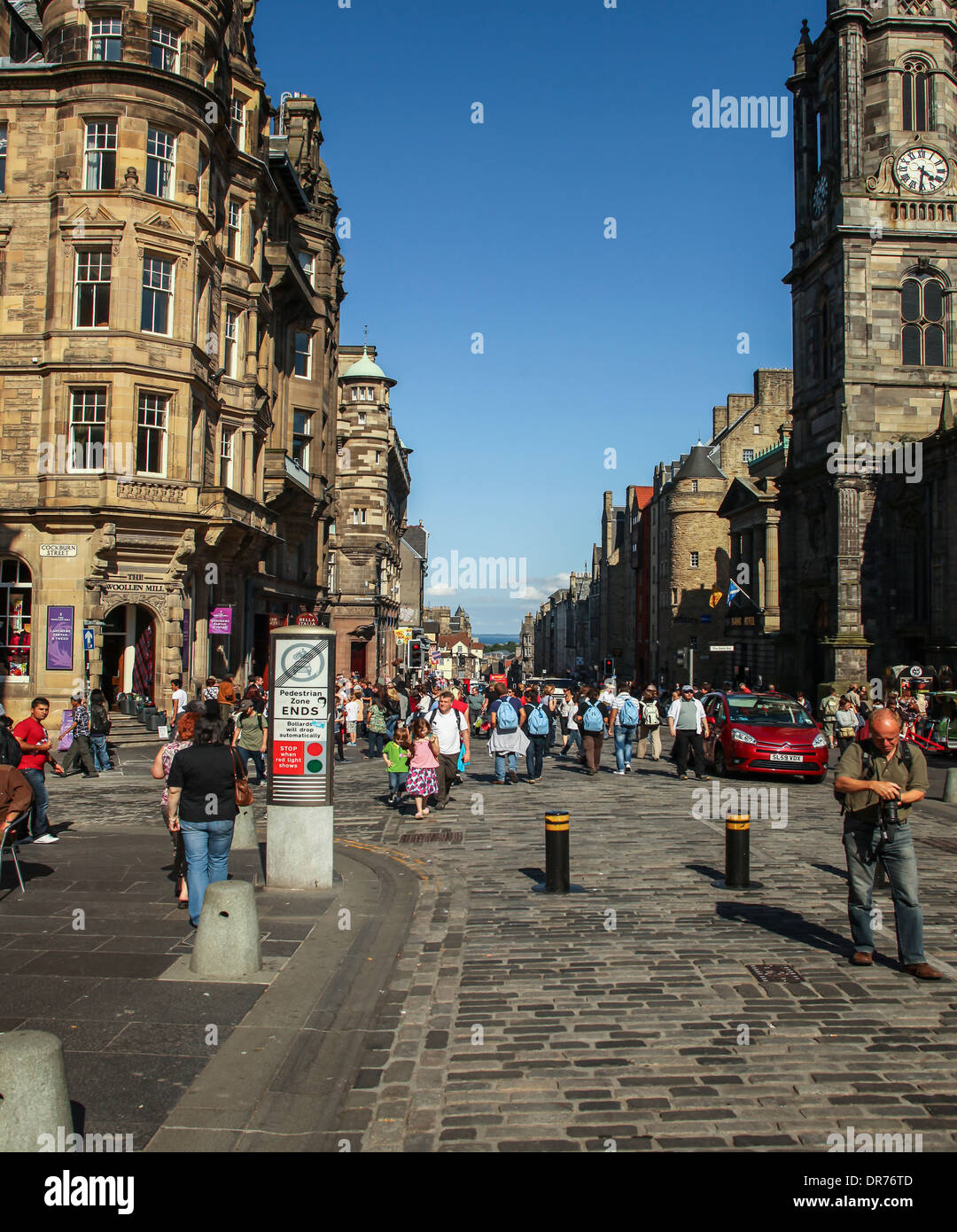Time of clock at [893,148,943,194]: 4:31
